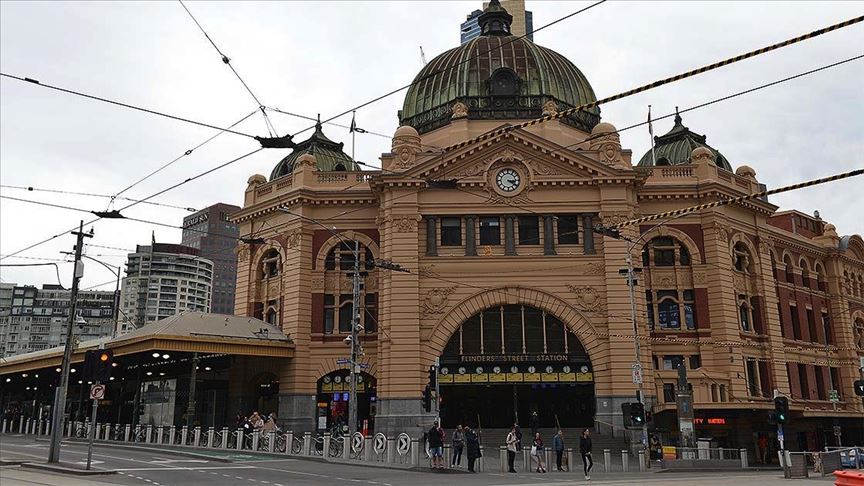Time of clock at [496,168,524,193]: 3:20
